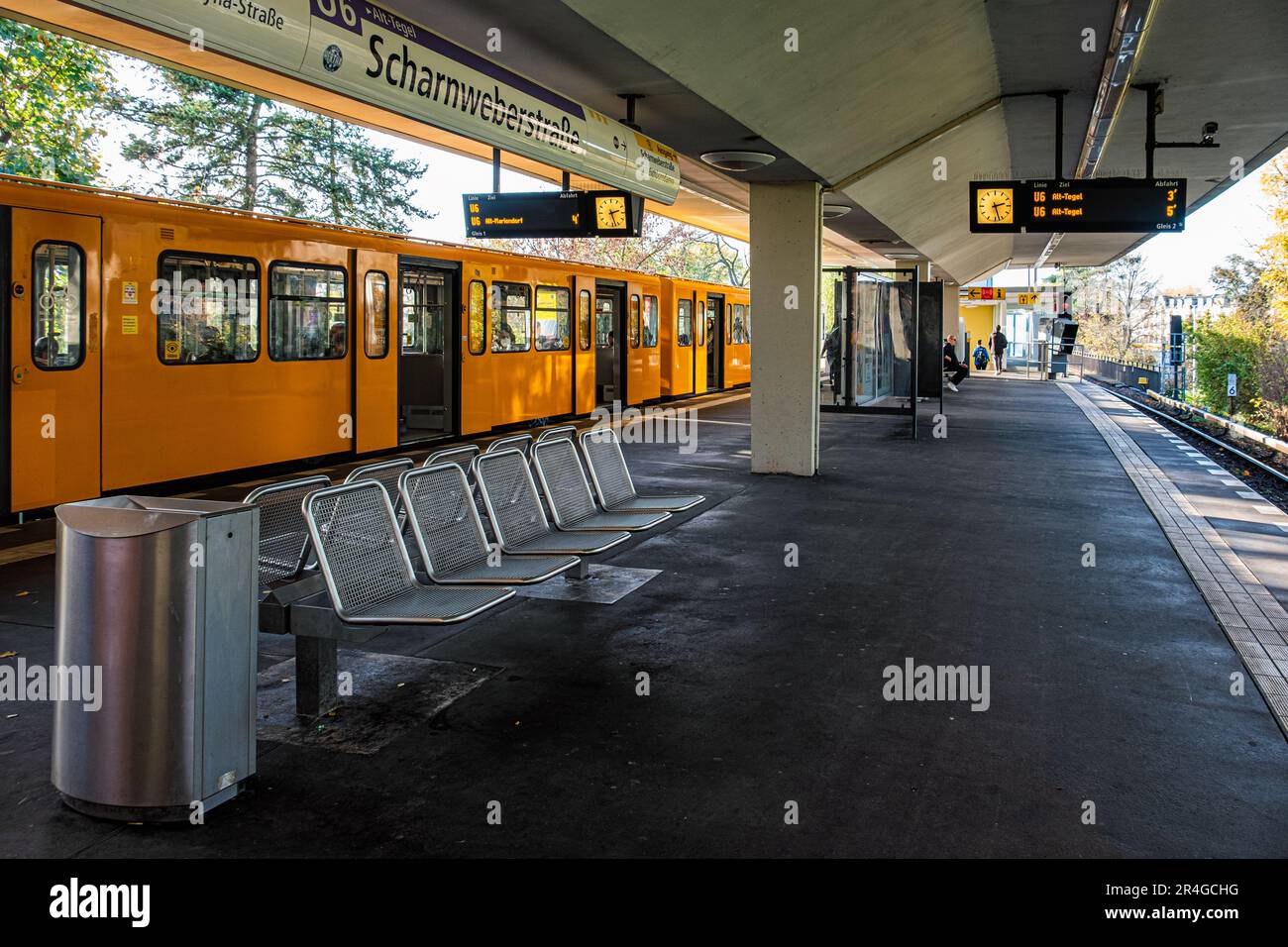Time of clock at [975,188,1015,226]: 2:27
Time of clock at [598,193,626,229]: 2:27
